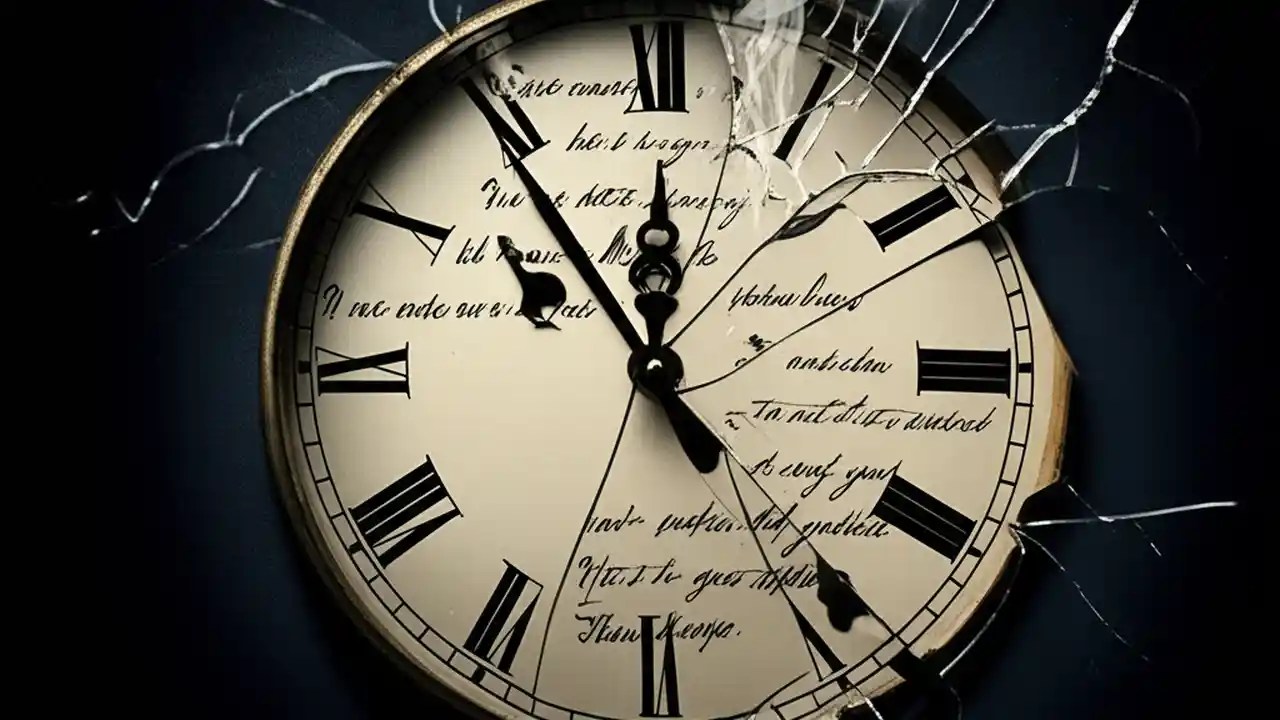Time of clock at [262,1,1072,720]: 11:53
